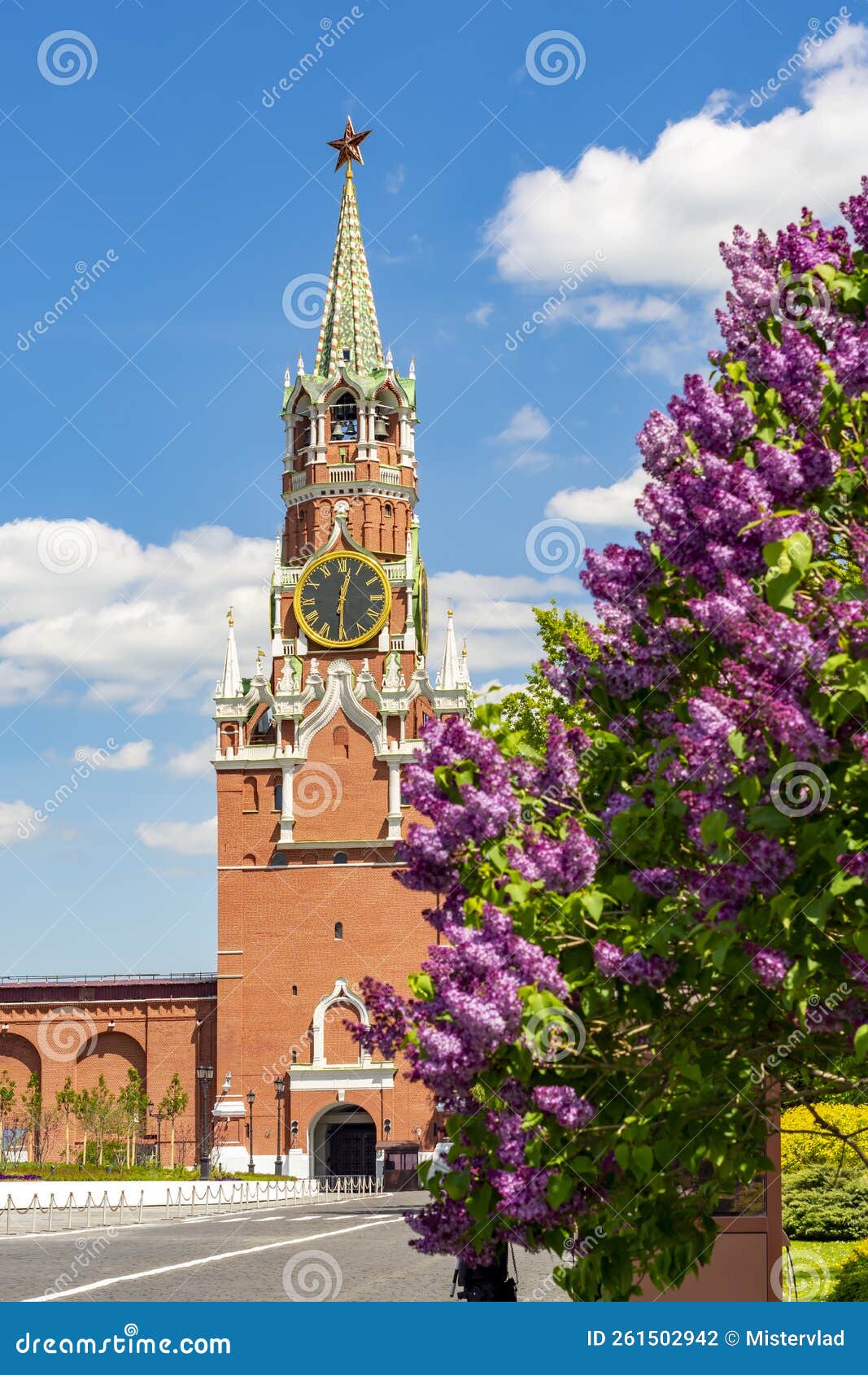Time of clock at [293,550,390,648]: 12:30
